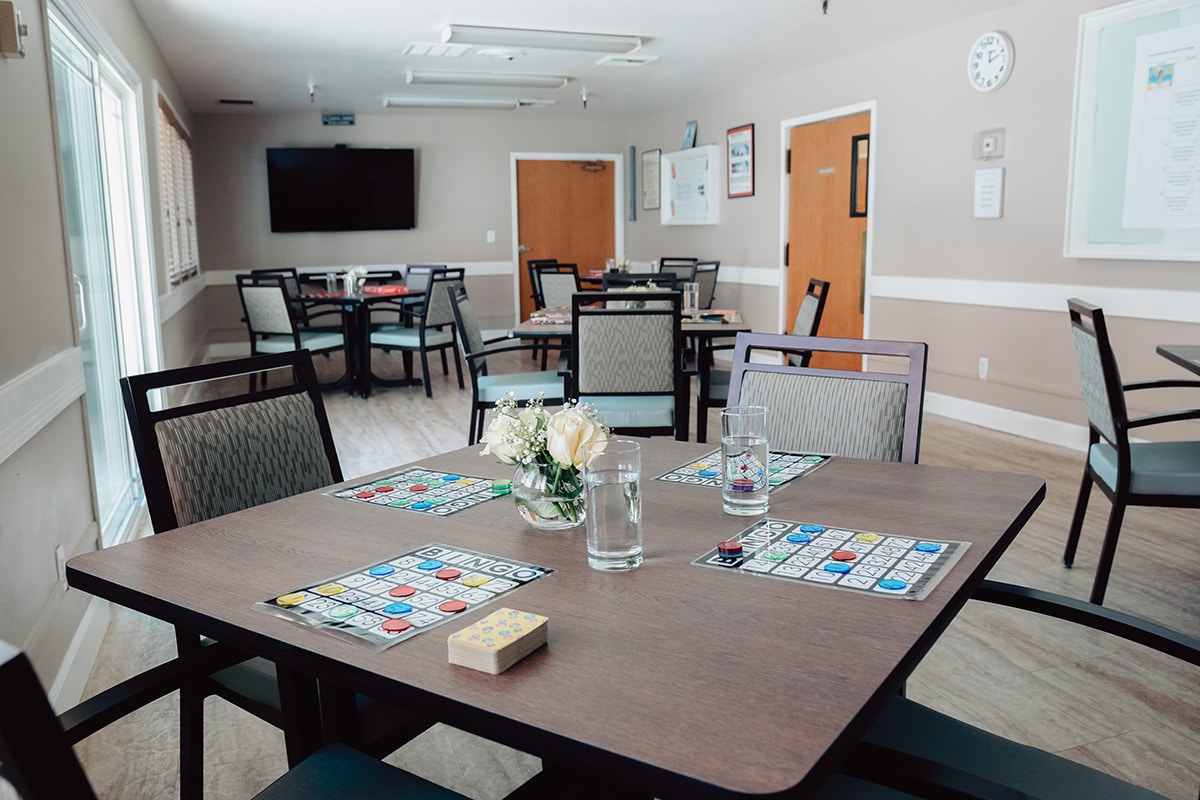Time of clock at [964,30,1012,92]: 12:11
